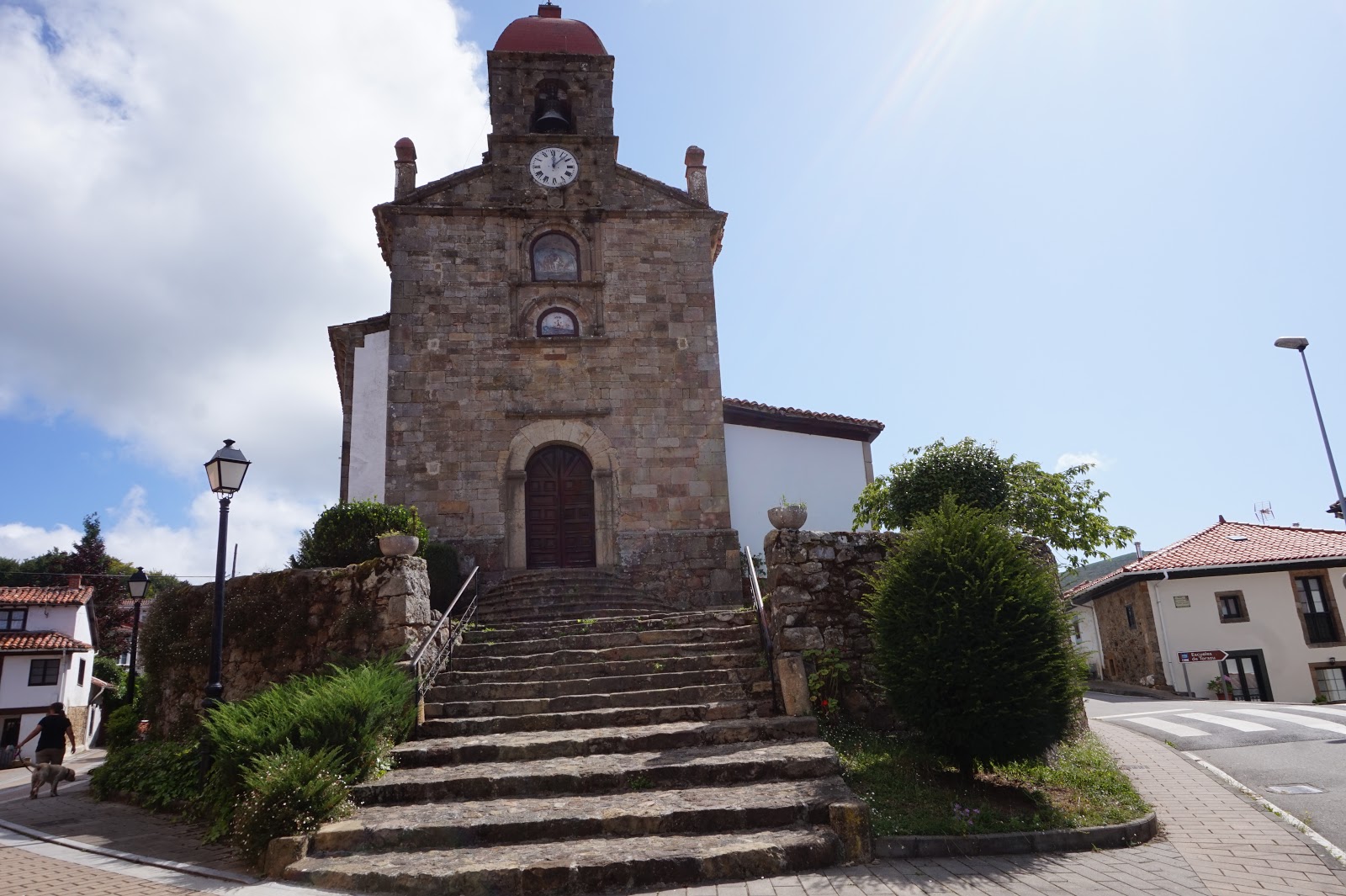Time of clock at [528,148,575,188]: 12:07
